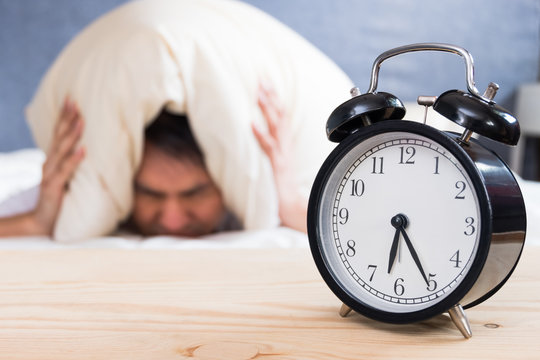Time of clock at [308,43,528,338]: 6:25
